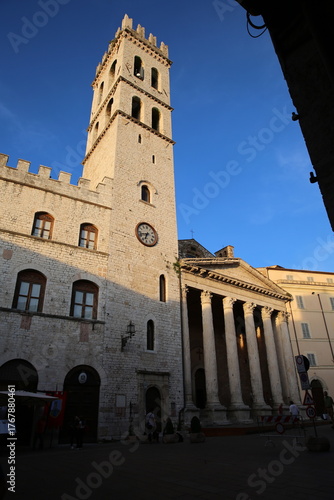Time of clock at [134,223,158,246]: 6:42
